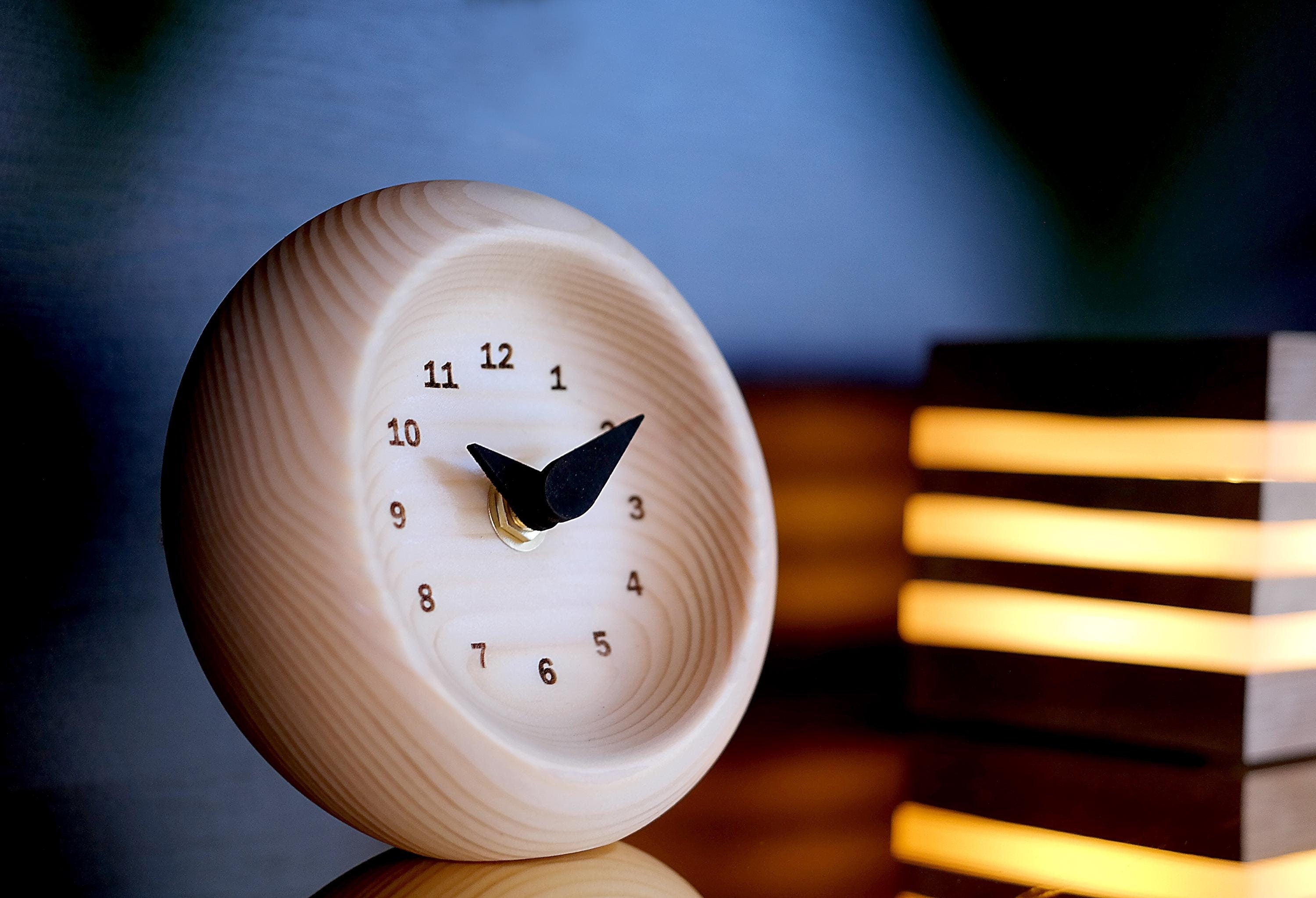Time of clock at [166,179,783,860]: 10:10
